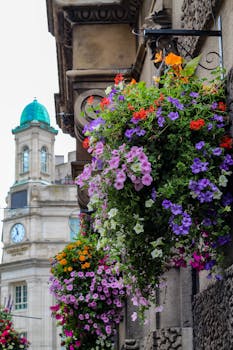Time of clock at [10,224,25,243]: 11:37
